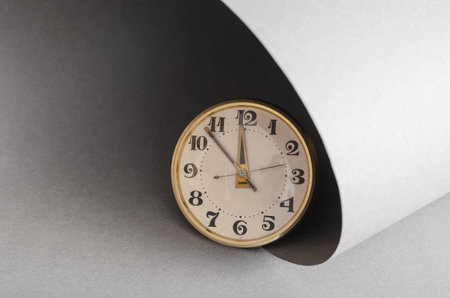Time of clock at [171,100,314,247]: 11:52
